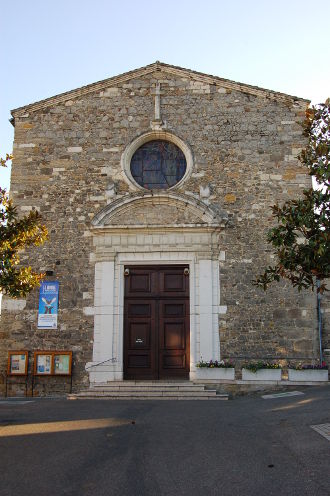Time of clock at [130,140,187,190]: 12:24
